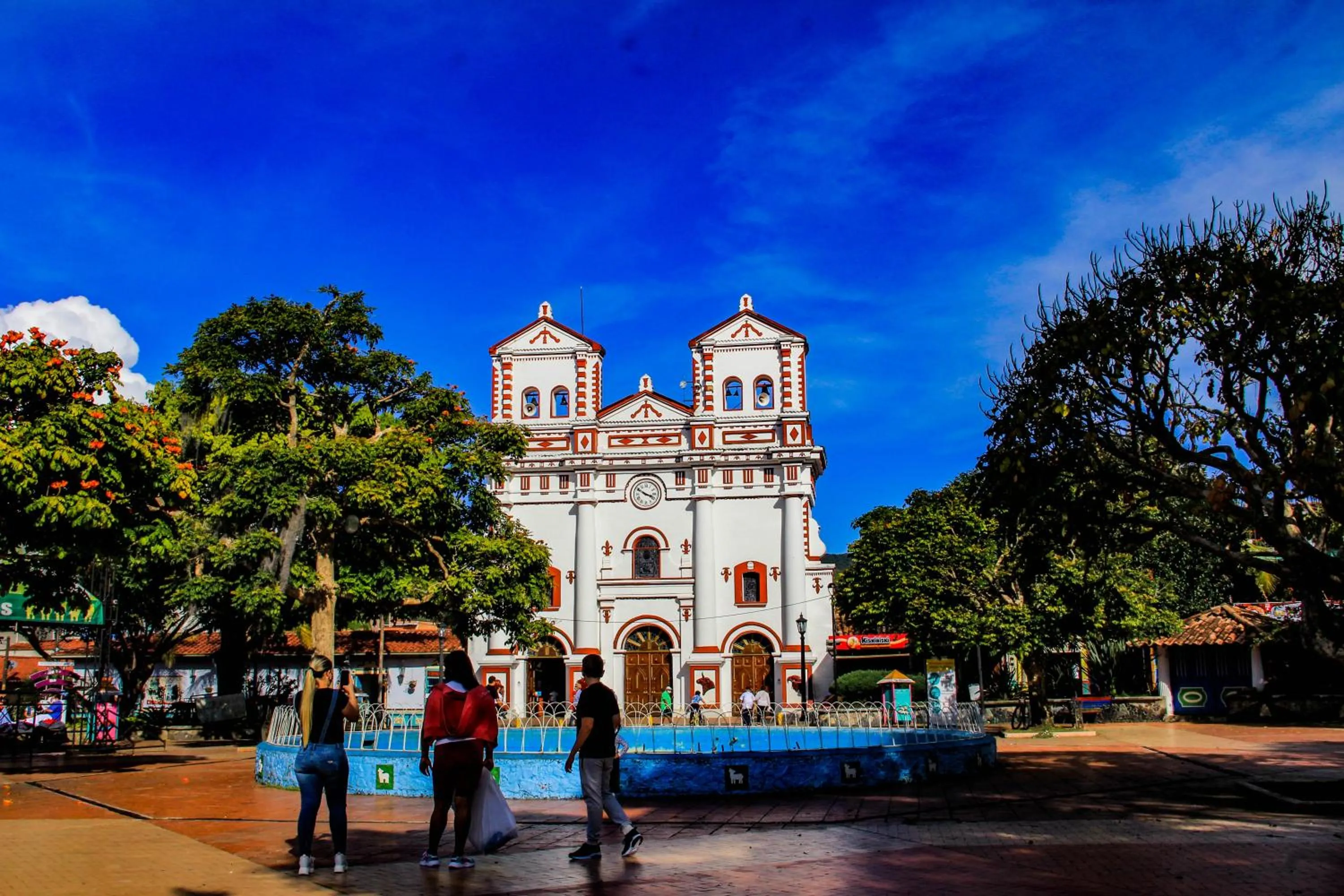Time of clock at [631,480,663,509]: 3:50
